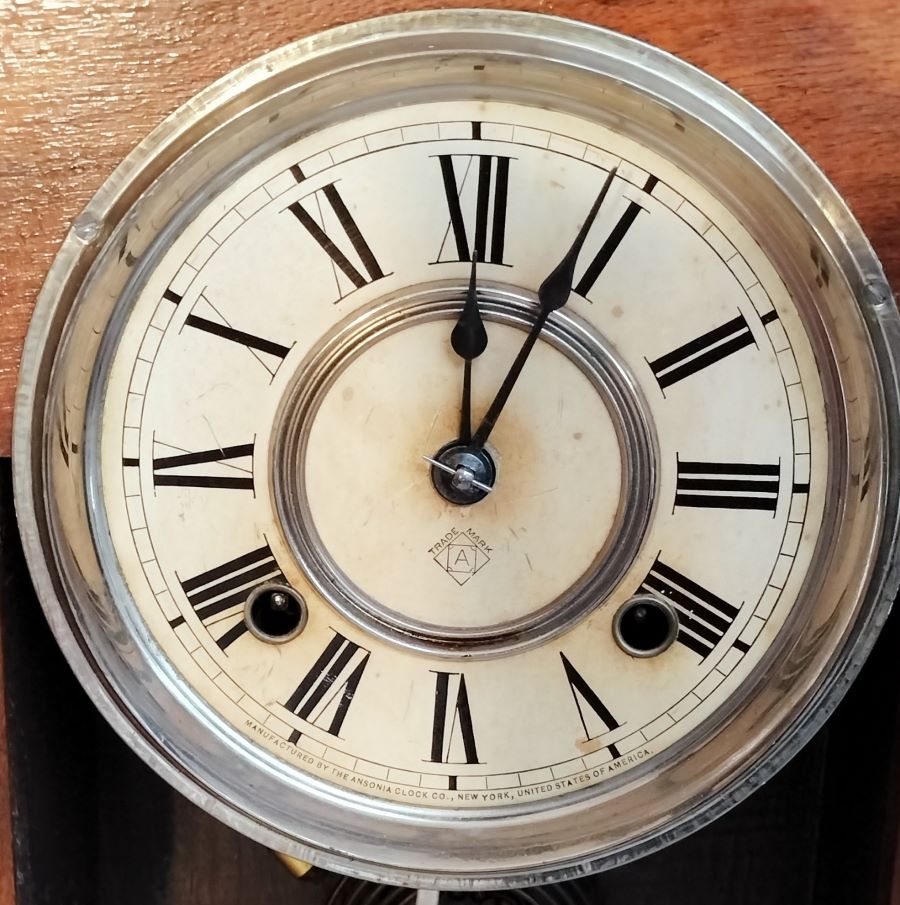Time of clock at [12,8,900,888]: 12:04
